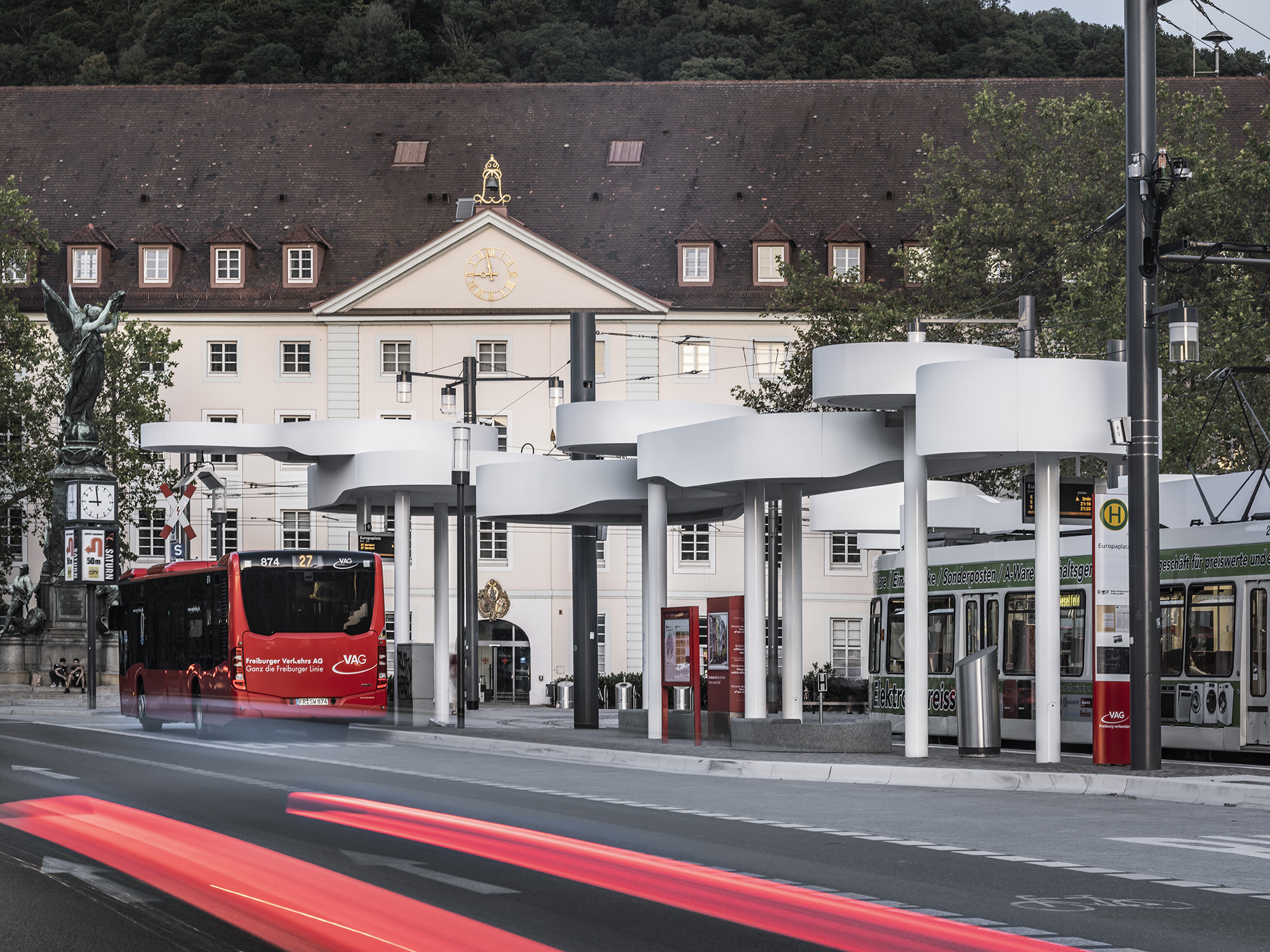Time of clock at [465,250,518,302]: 8:58
